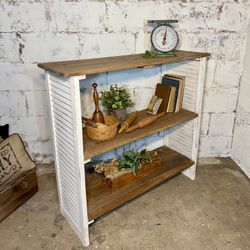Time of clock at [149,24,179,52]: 6:01
